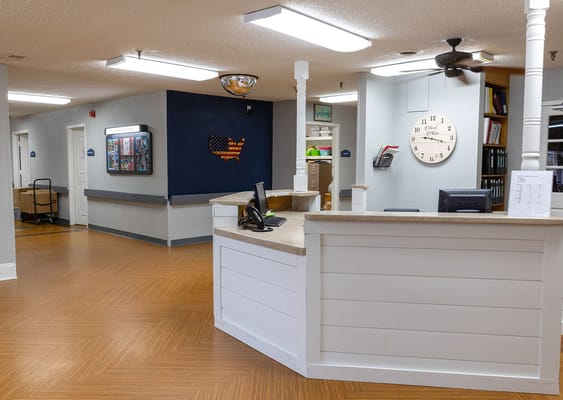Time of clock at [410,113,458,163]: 9:17
